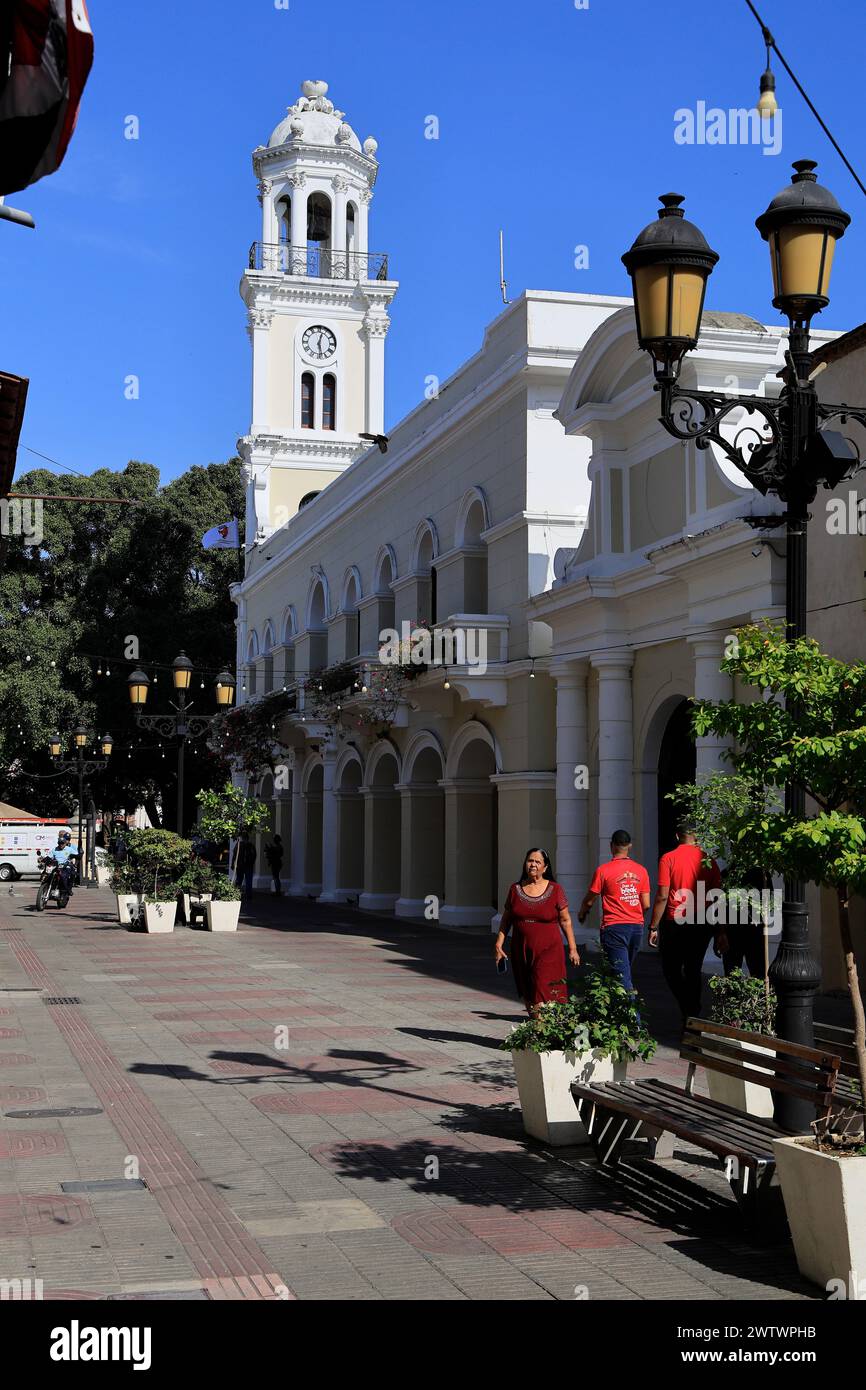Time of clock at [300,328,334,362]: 12:28
